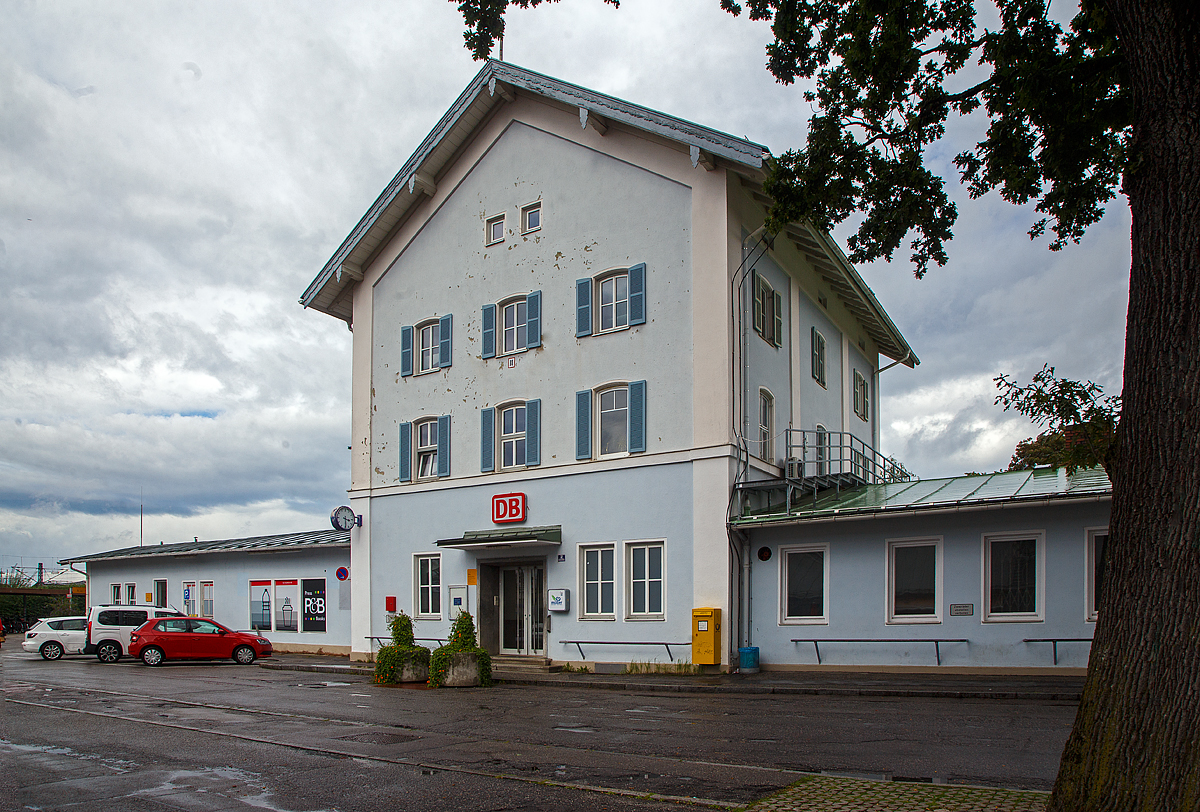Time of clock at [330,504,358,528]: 3:29
